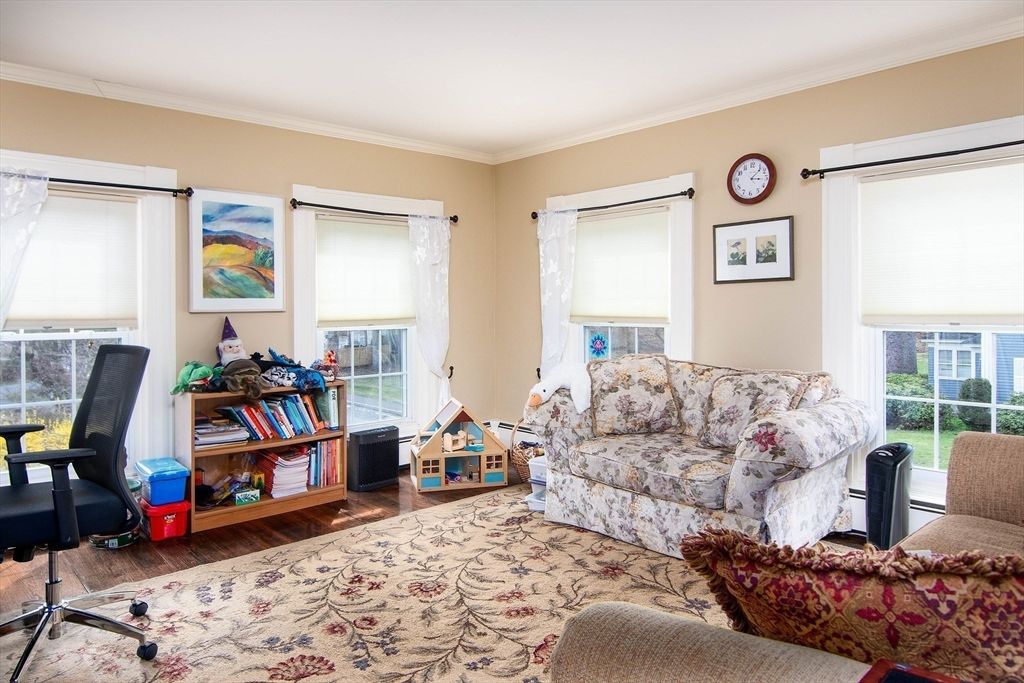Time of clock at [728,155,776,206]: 3:07
